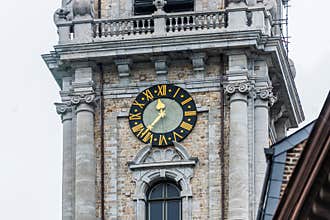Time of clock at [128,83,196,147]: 11:36
